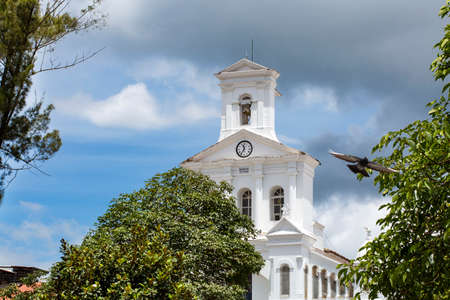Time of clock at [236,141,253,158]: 11:35
